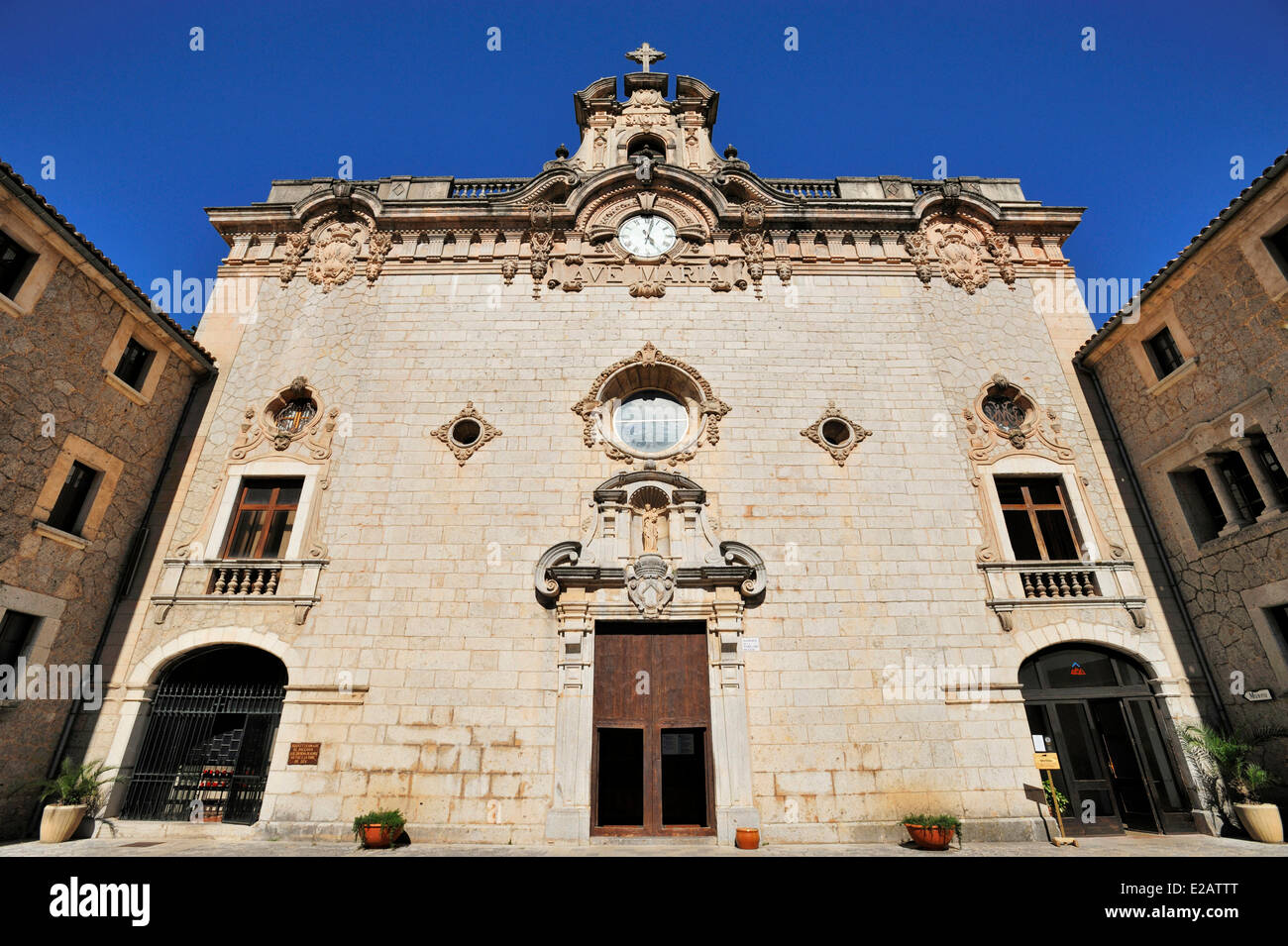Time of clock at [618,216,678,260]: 5:02
